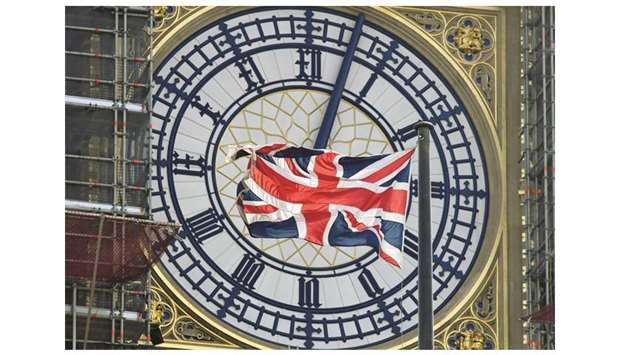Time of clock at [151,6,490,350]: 9:02
